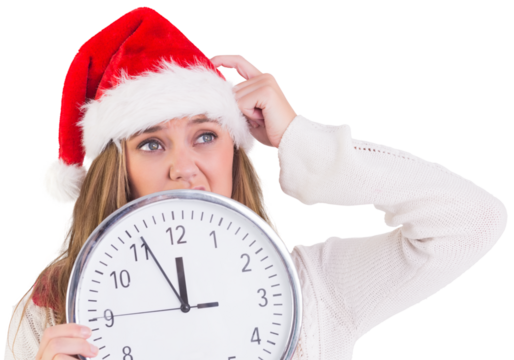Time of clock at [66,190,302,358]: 11:55
